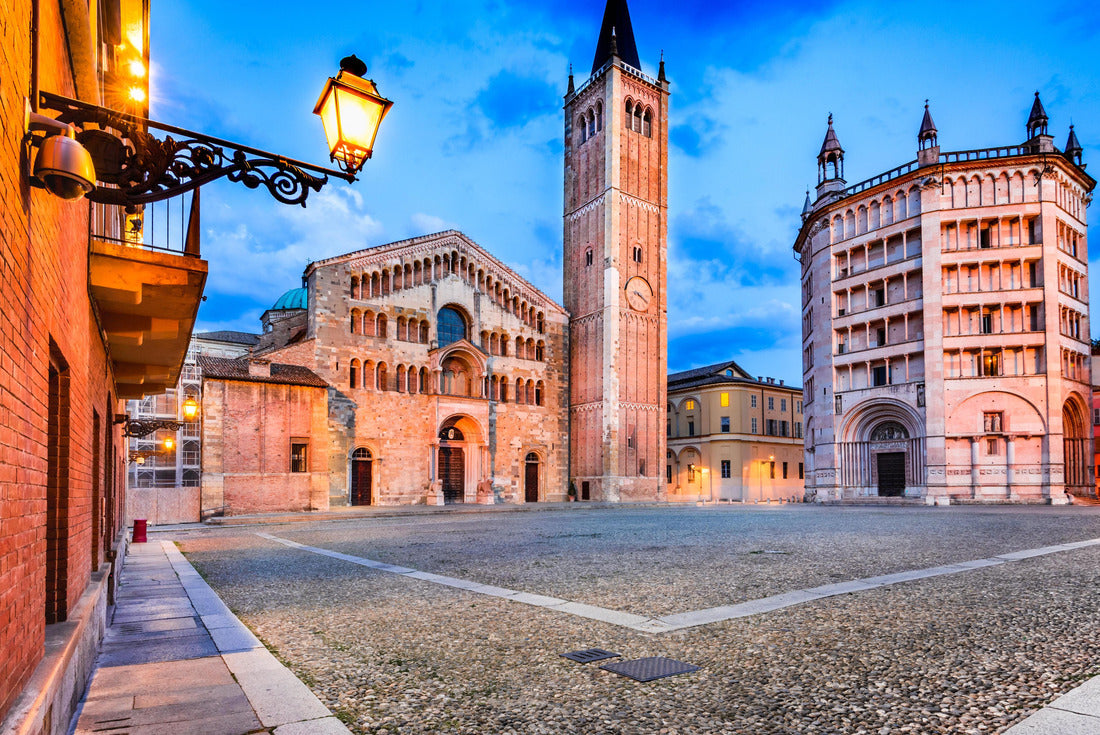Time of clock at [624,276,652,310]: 9:20
